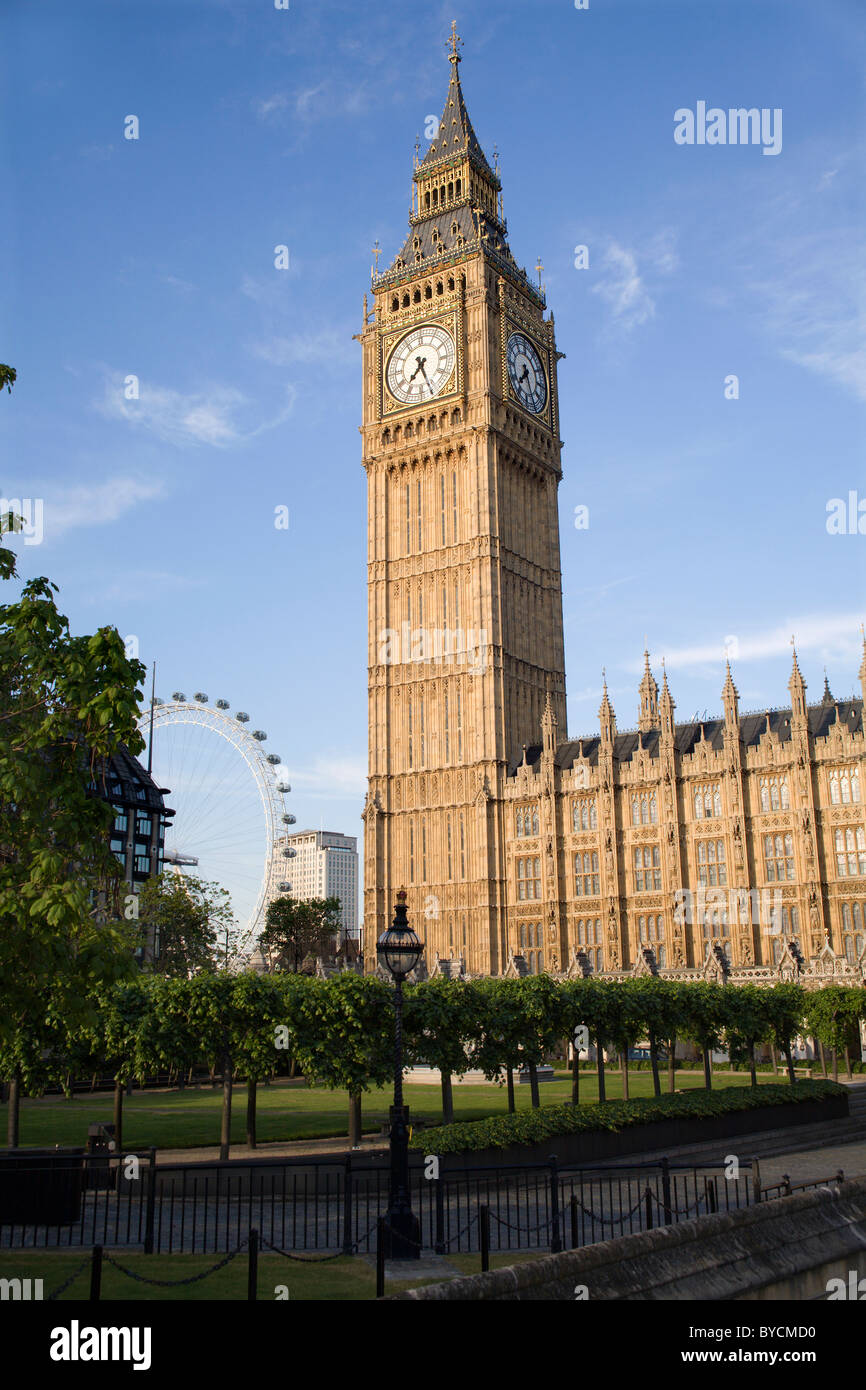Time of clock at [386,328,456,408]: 7:26
